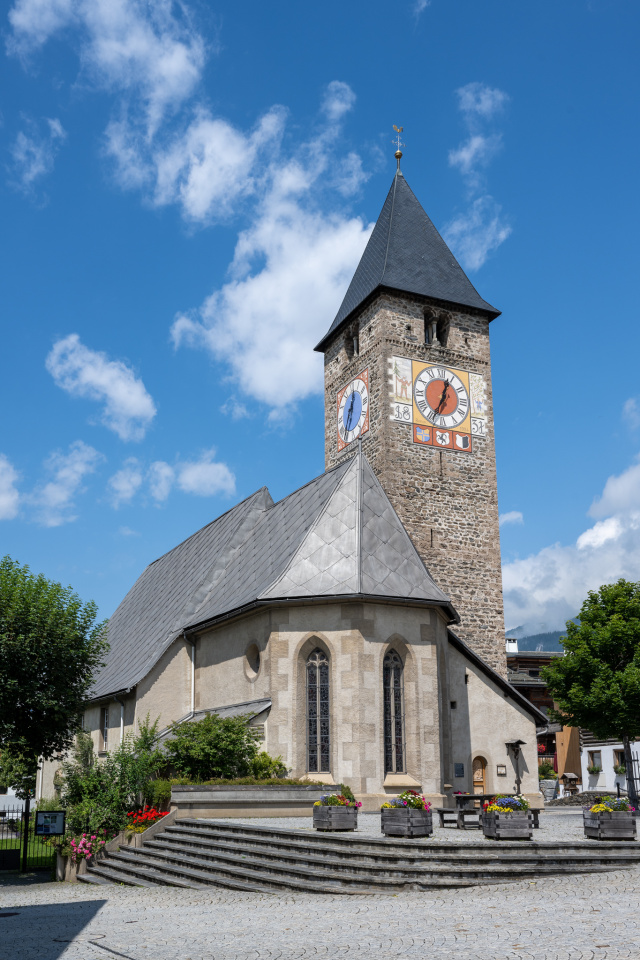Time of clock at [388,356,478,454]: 12:34
